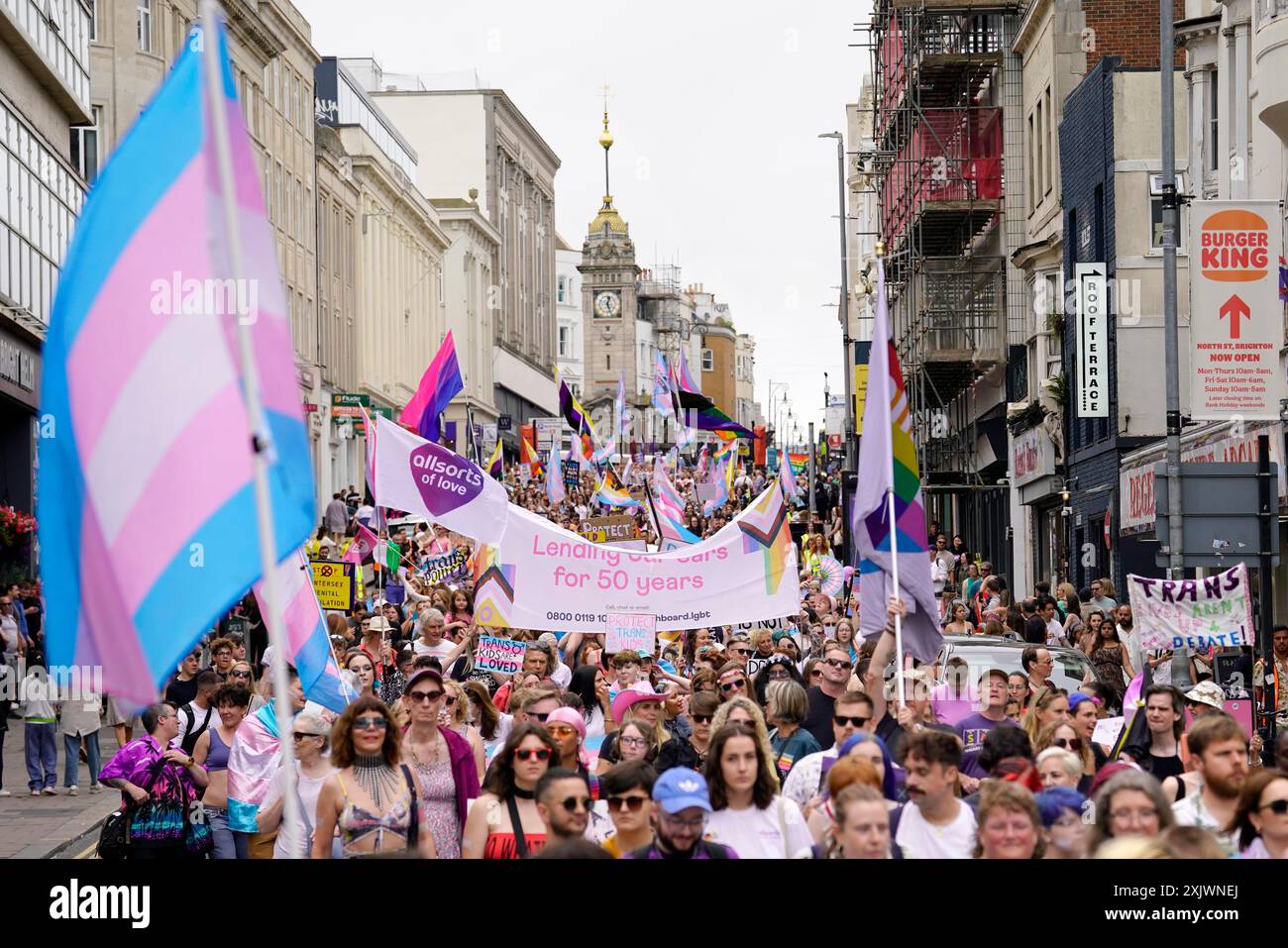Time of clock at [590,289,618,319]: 12:26
